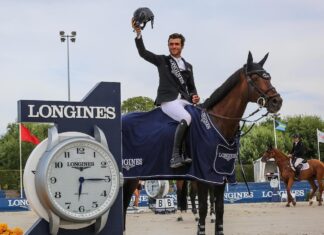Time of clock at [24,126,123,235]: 6:15
